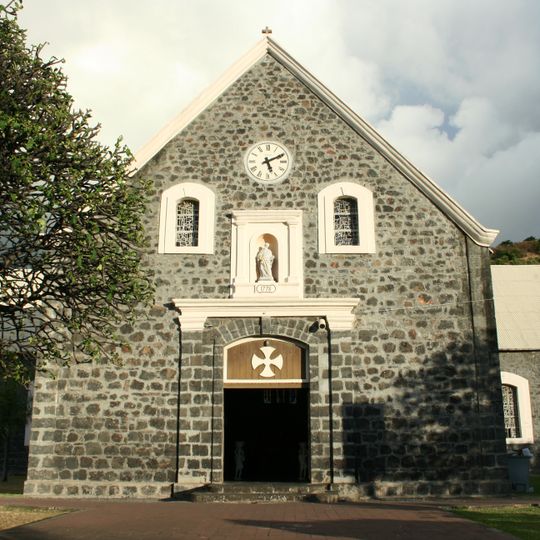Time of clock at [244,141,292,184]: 5:10
